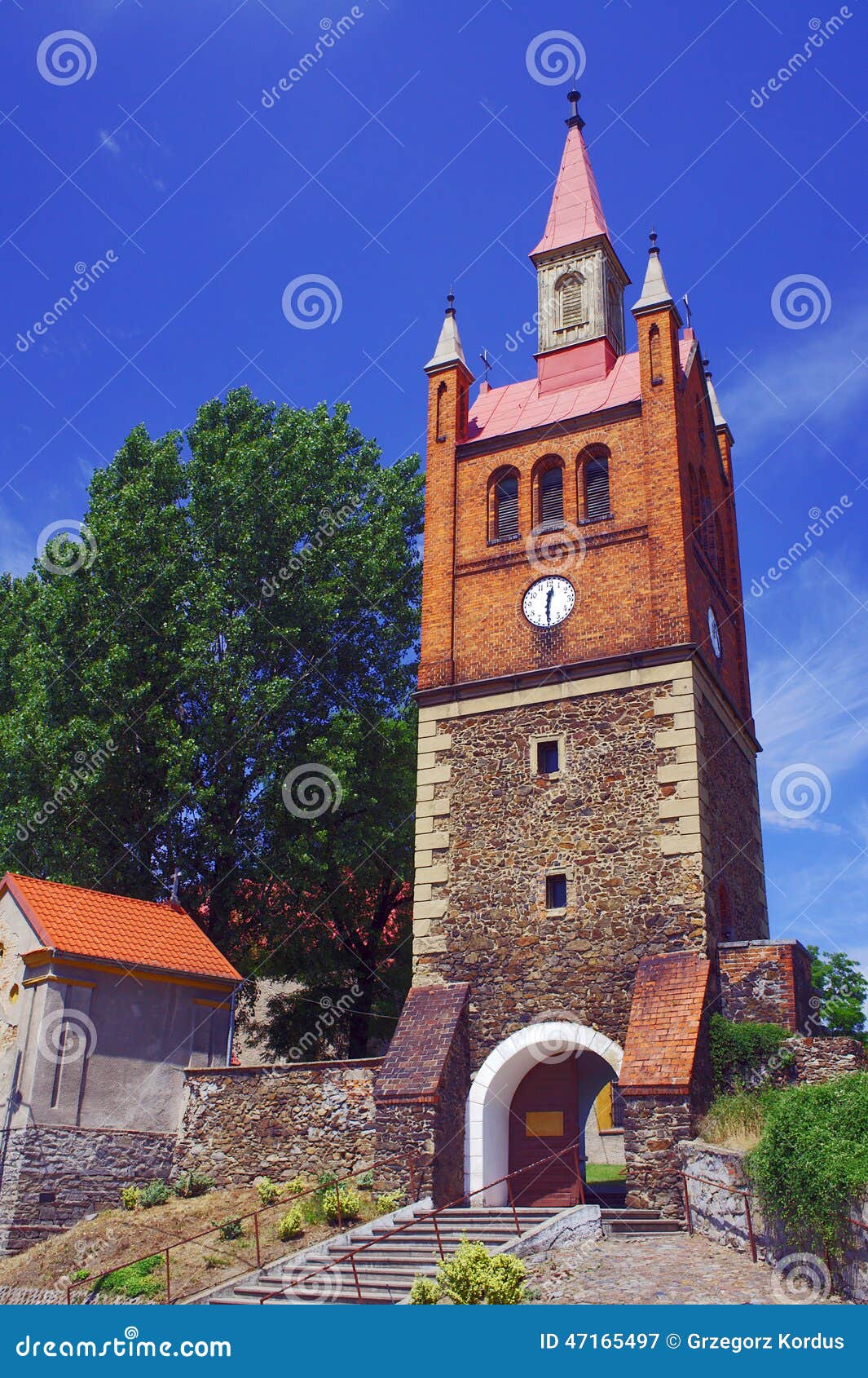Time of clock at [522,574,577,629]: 12:30
